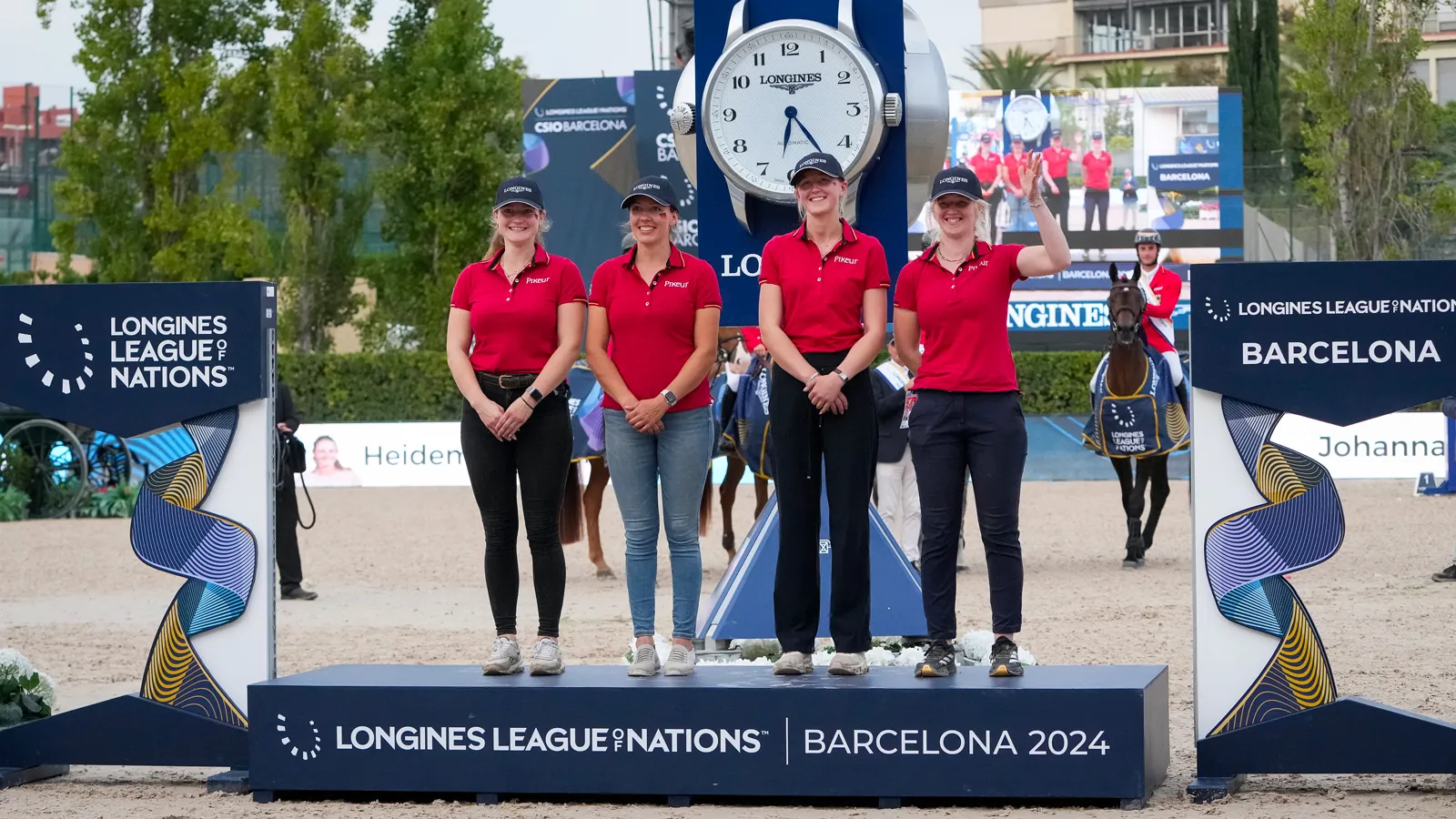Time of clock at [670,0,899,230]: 6:23
